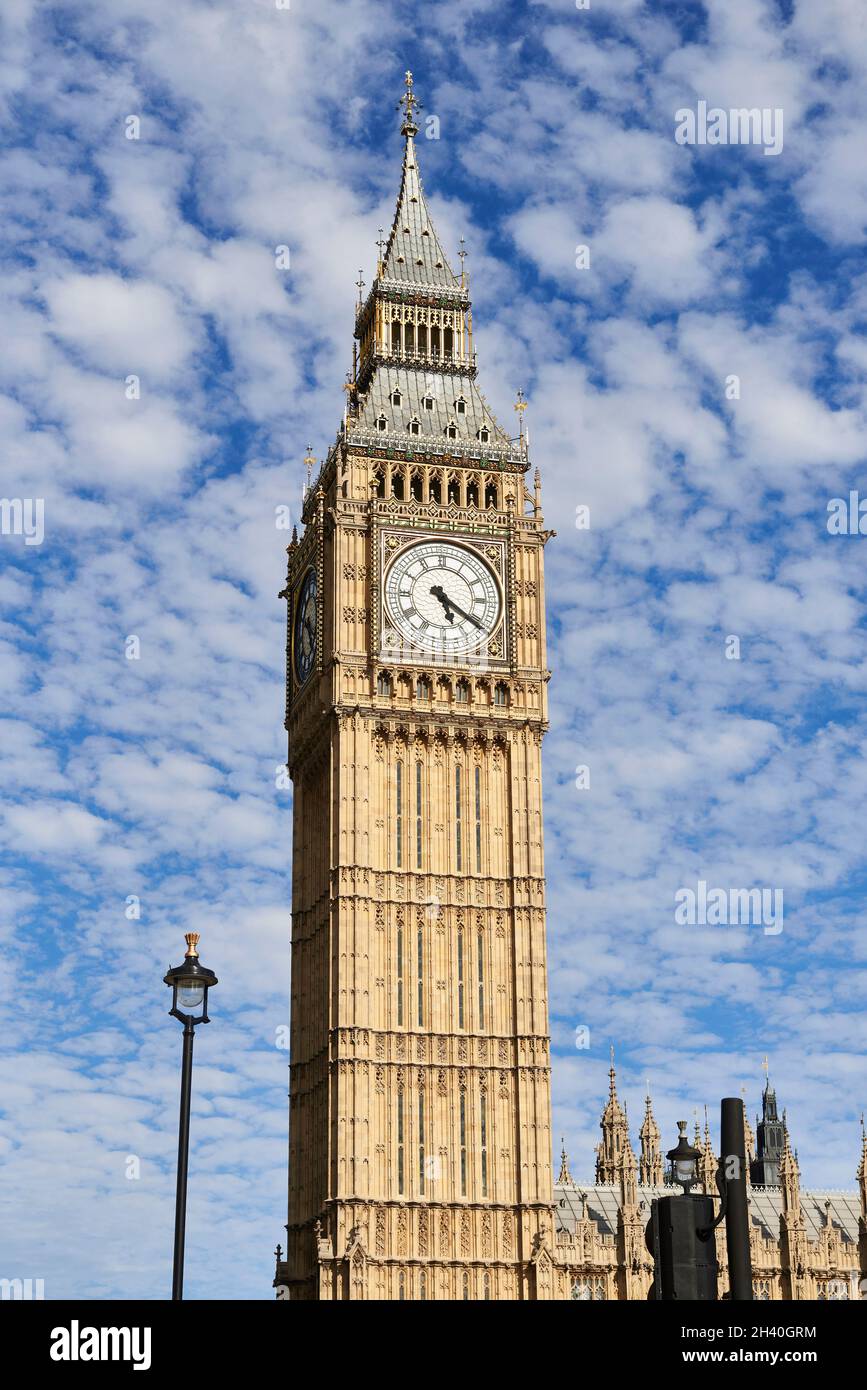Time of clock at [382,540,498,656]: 5:21
